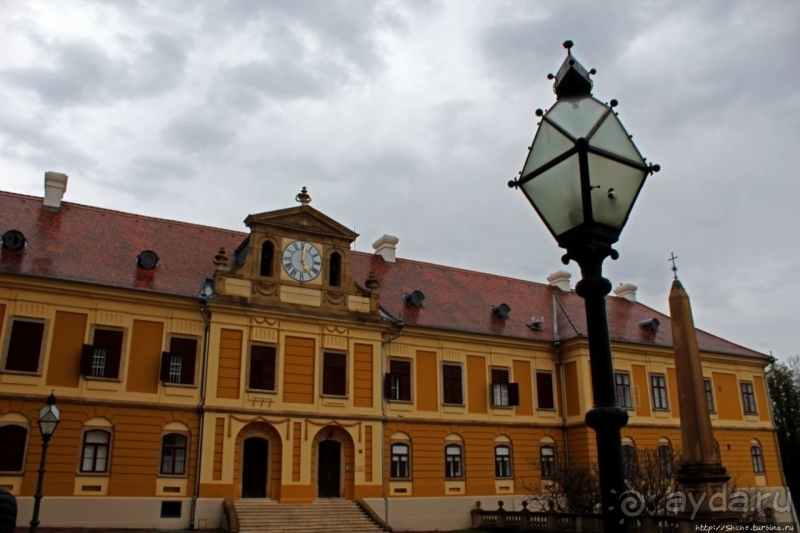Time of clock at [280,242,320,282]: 5:00
